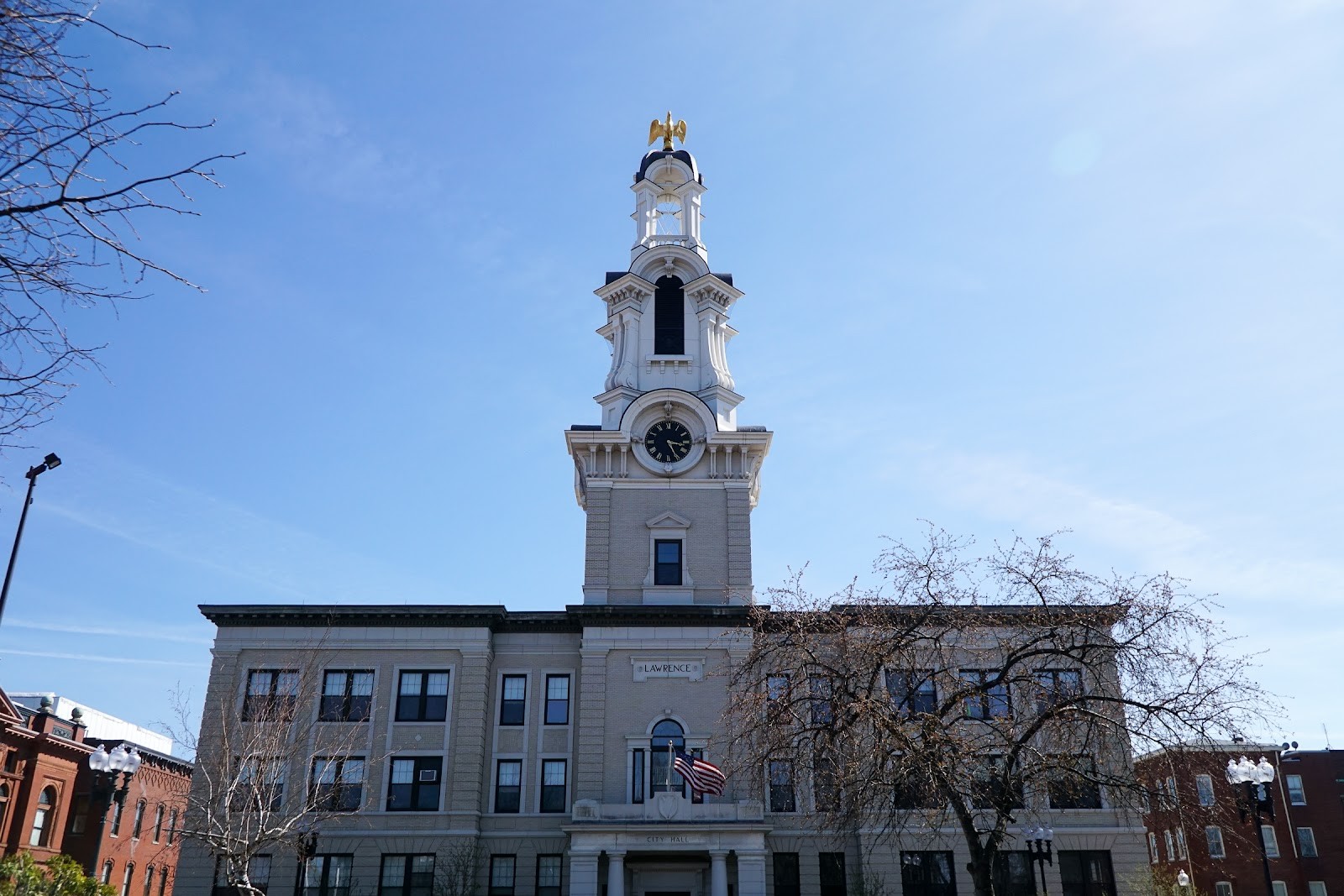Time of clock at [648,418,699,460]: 3:25
